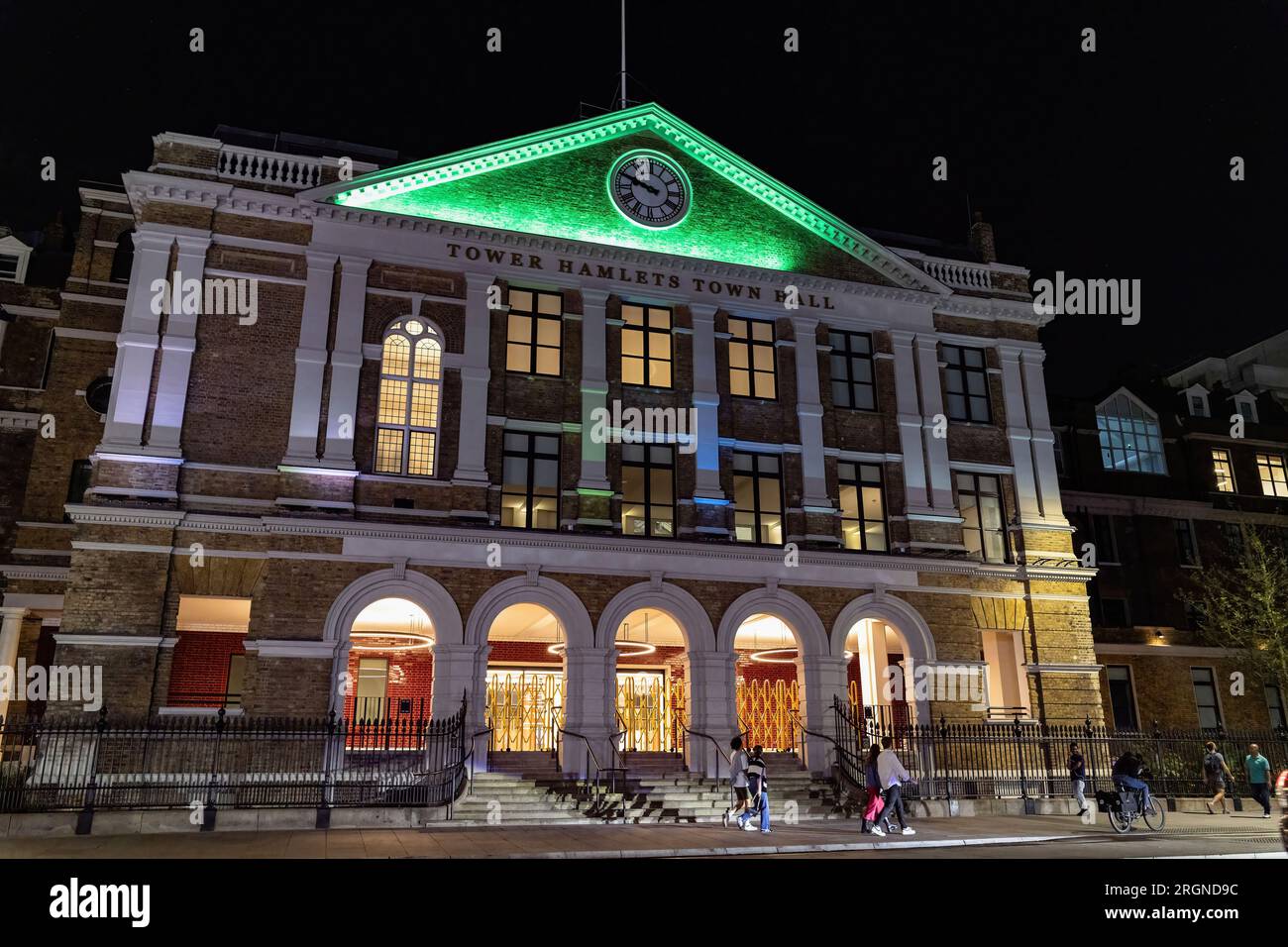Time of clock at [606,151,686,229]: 9:48
